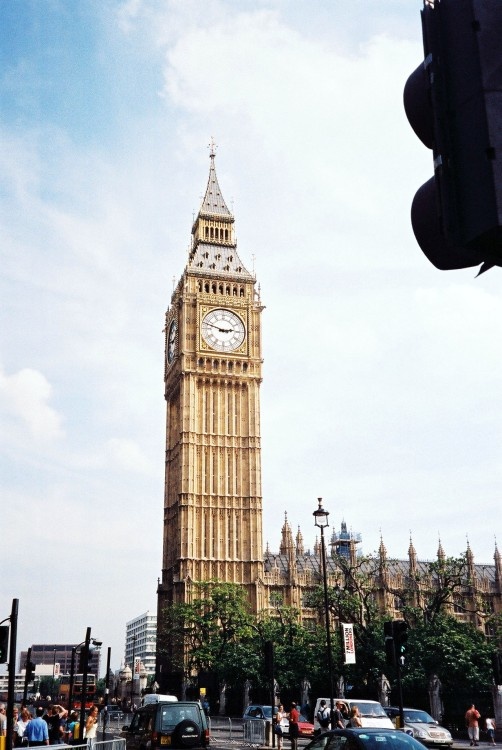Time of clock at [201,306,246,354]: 2:48
